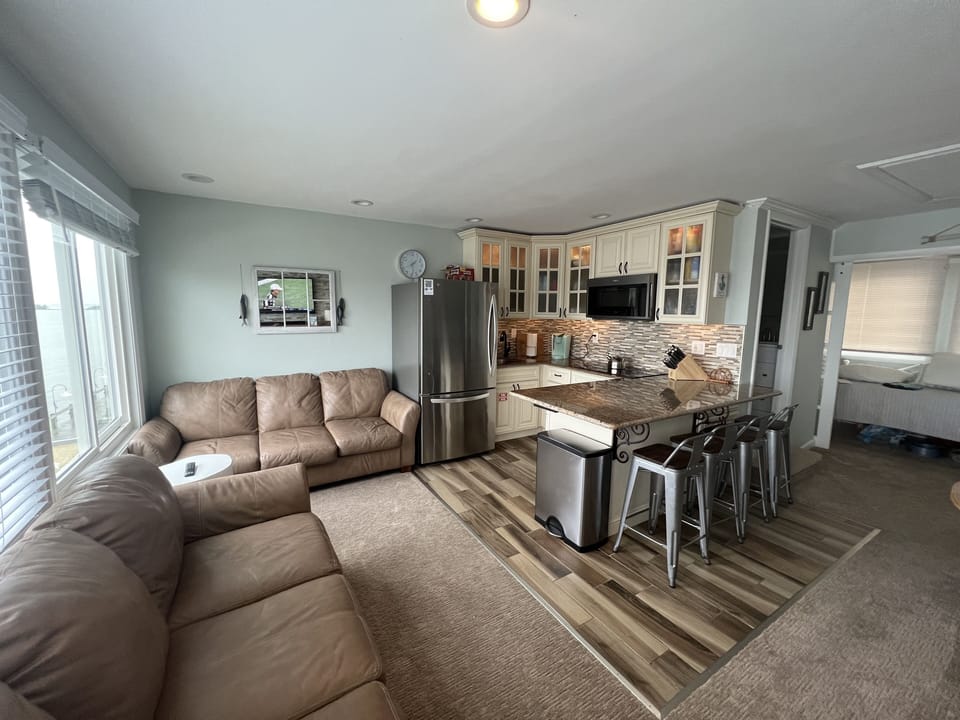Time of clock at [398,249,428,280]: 1:28
